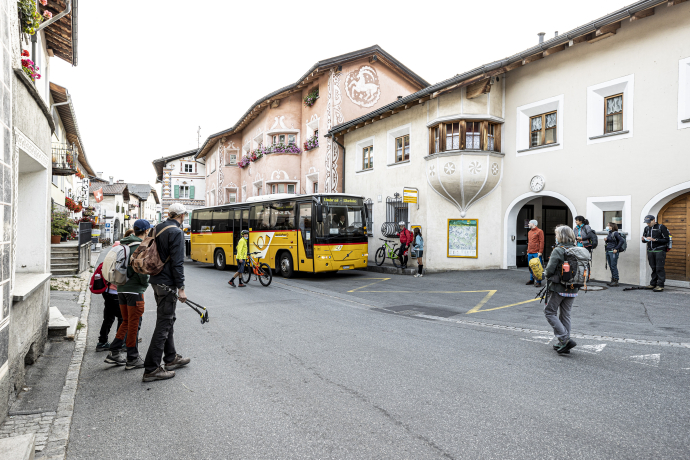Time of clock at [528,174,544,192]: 7:18
